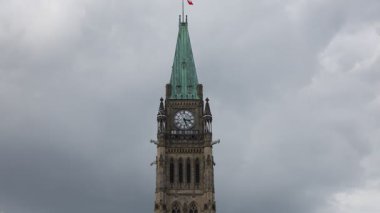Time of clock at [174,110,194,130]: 3:27
